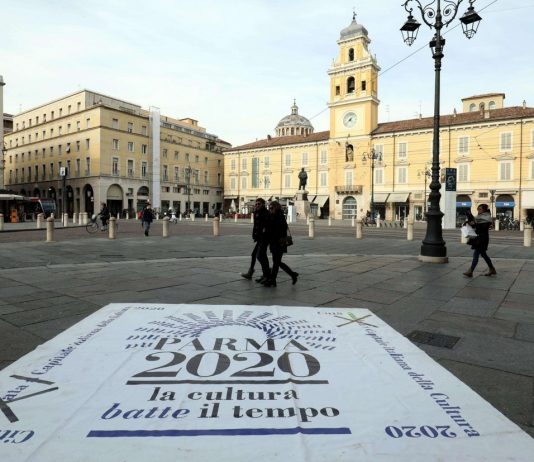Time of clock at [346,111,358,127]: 7:37
